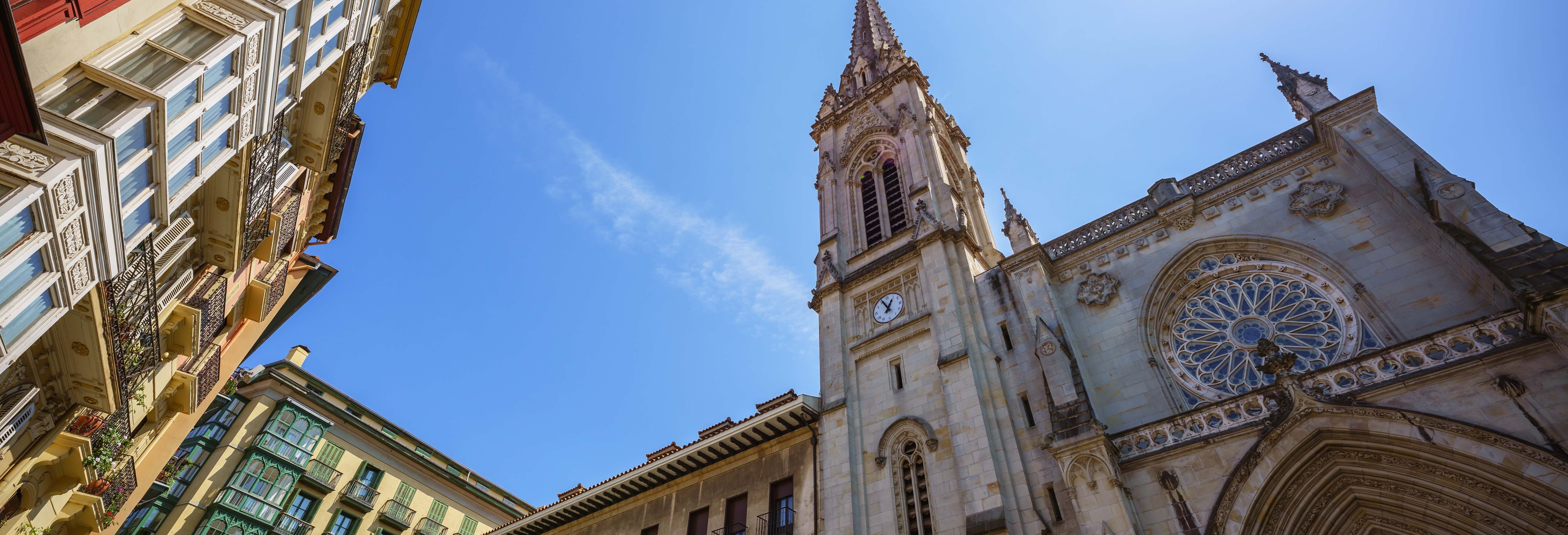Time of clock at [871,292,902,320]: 12:55
